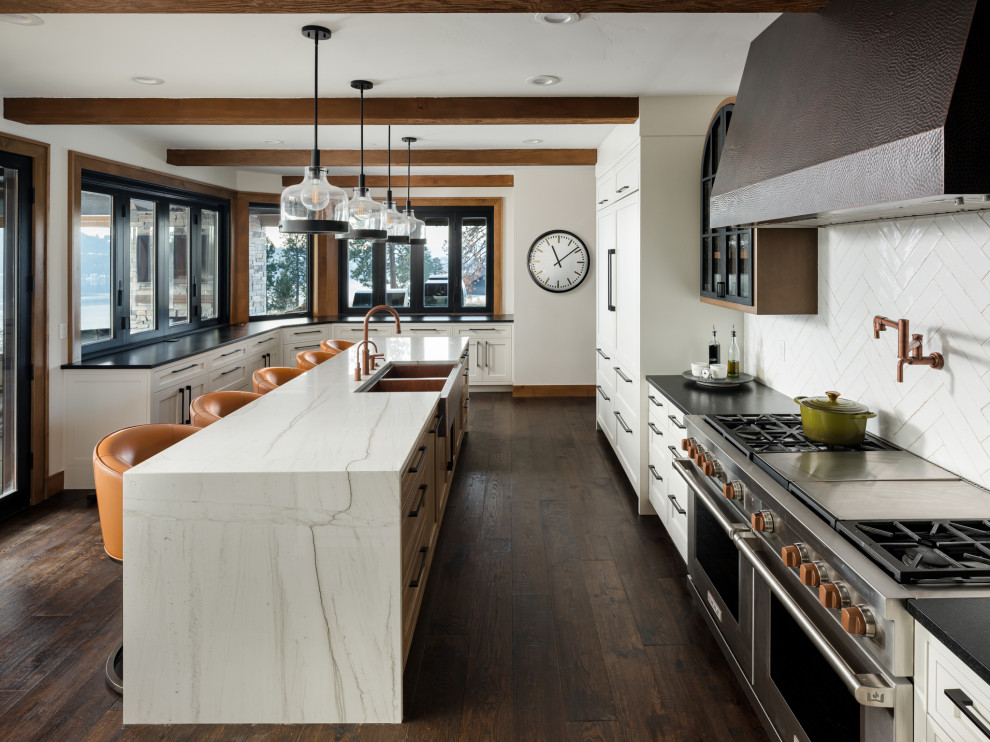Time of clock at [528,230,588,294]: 11:08
